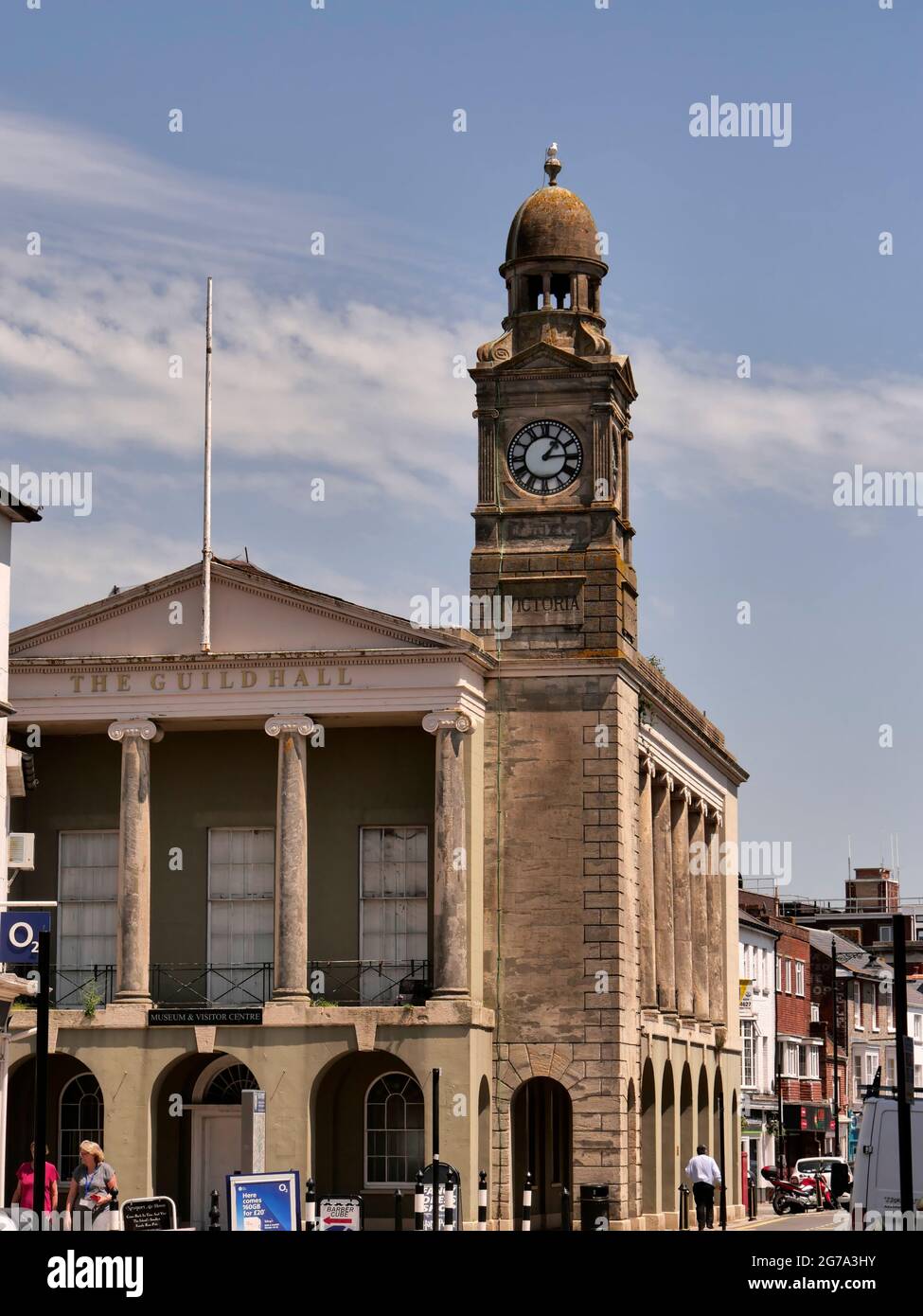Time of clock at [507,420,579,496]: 1:14
